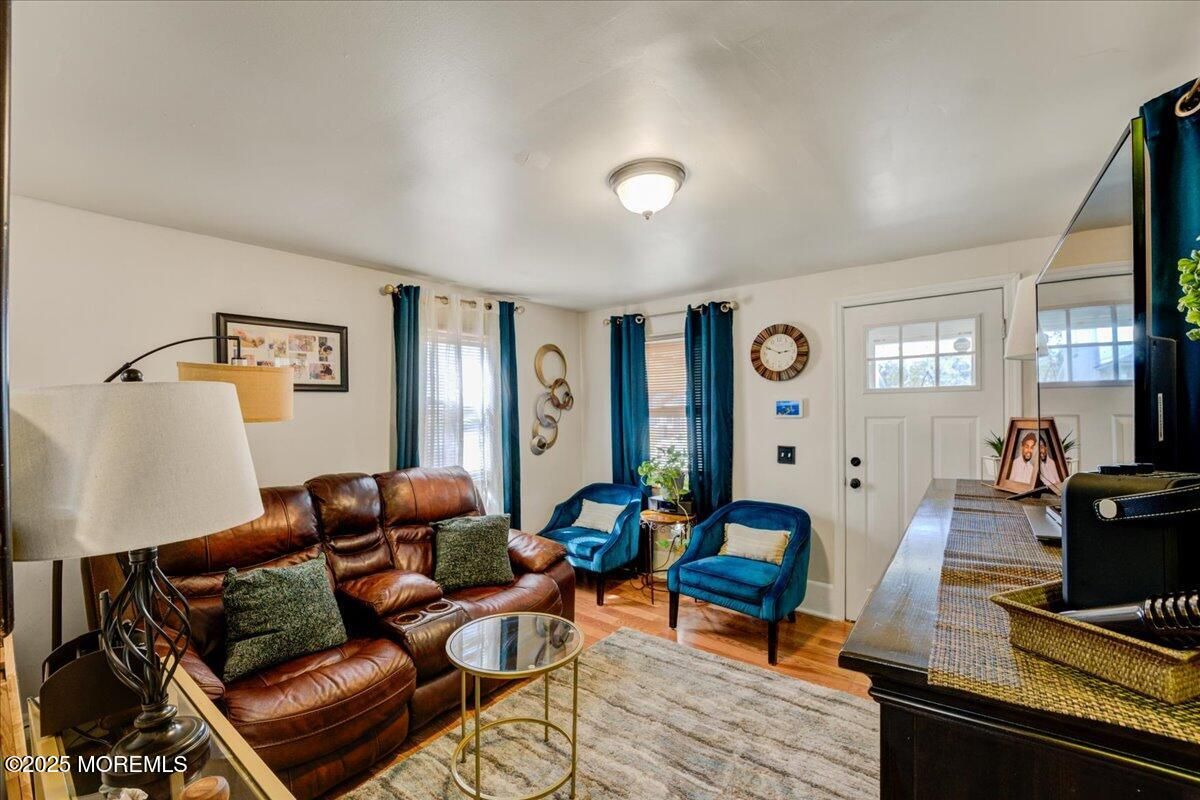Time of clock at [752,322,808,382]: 2:48
